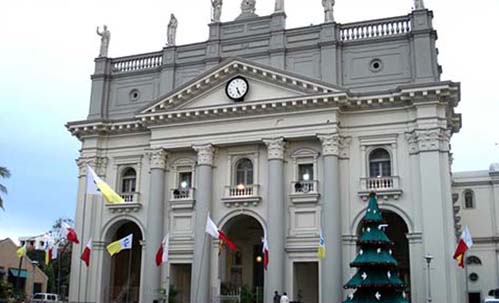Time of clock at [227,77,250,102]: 5:25
